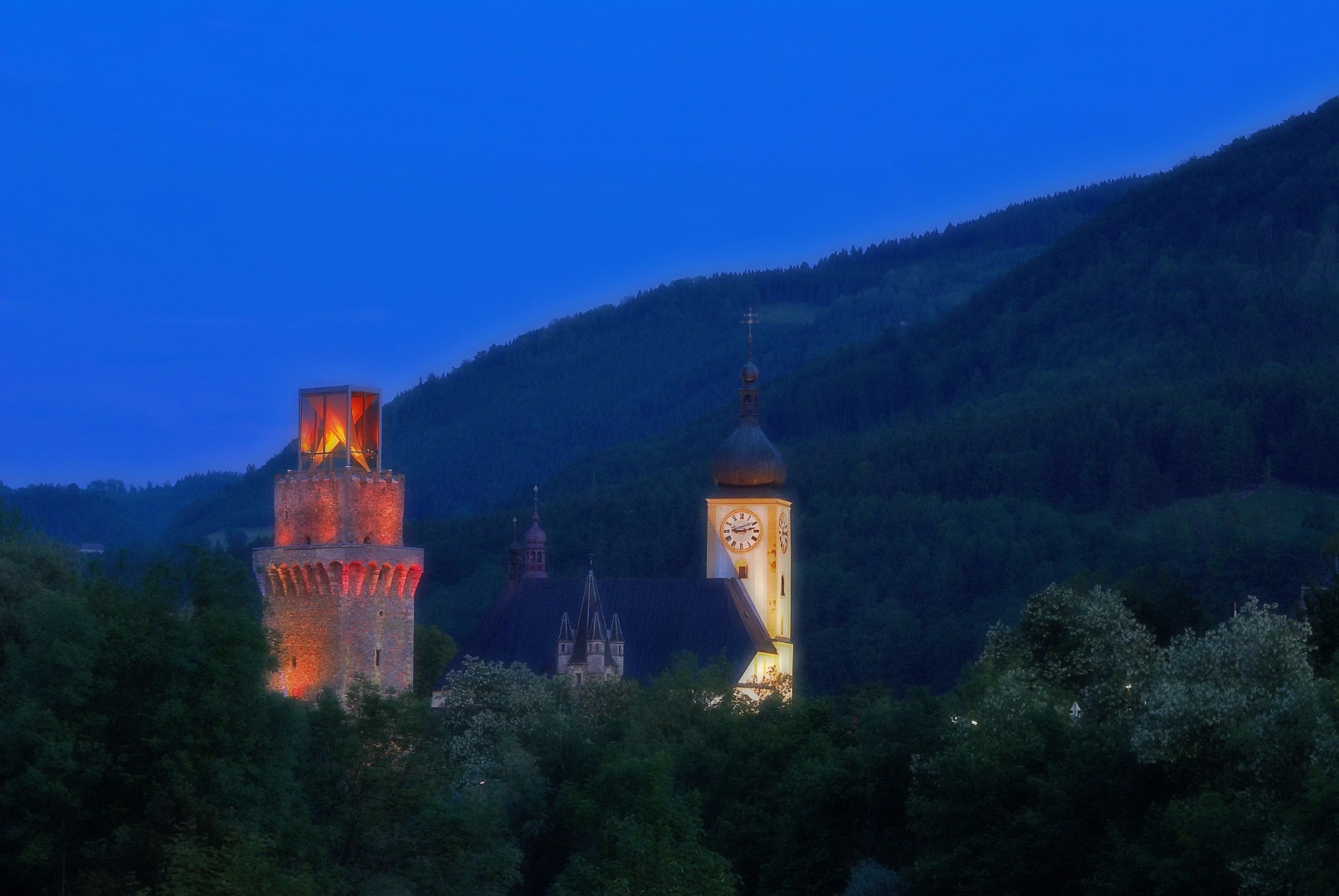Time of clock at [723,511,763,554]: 9:12
